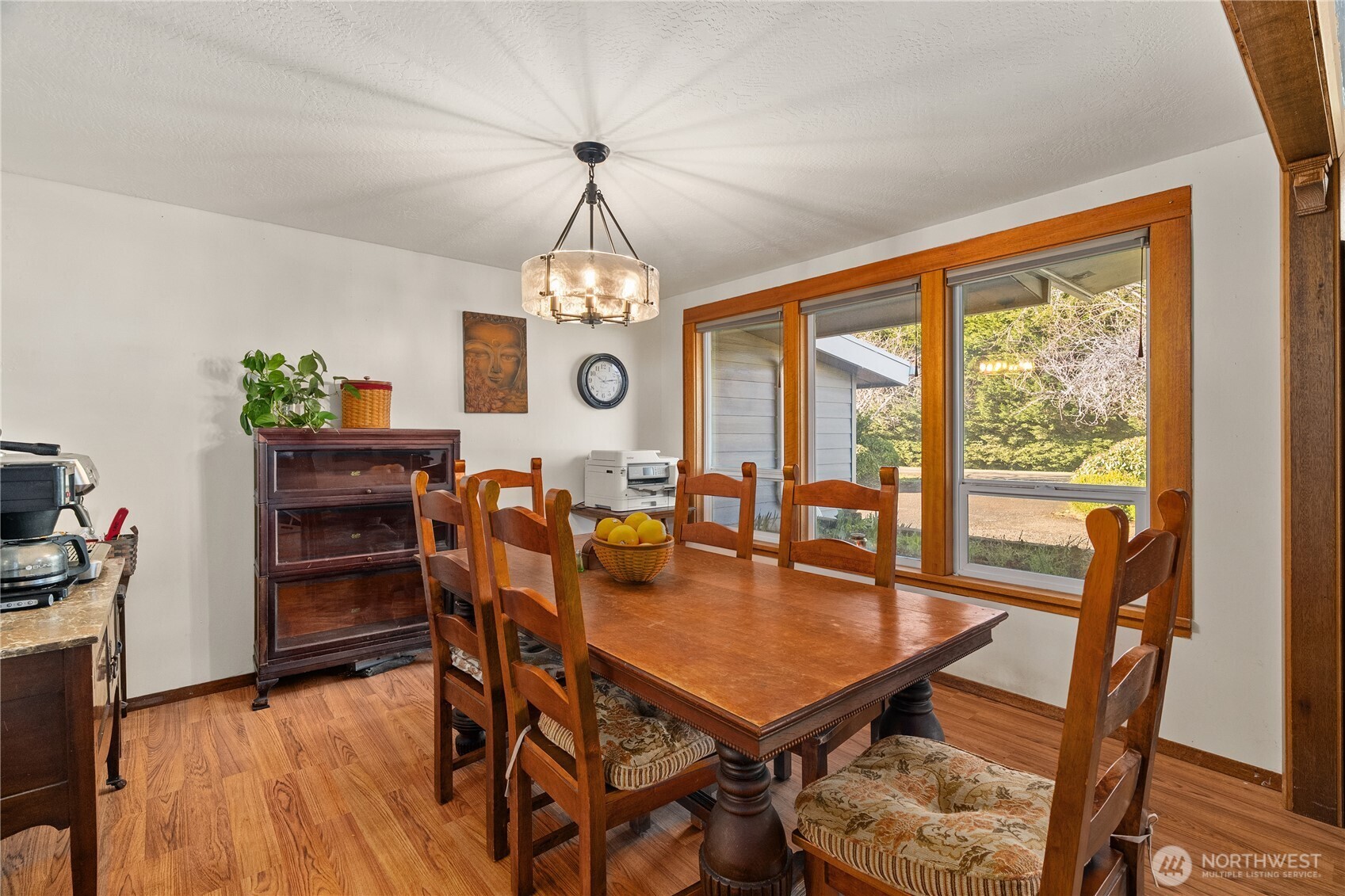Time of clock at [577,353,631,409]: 10:13
